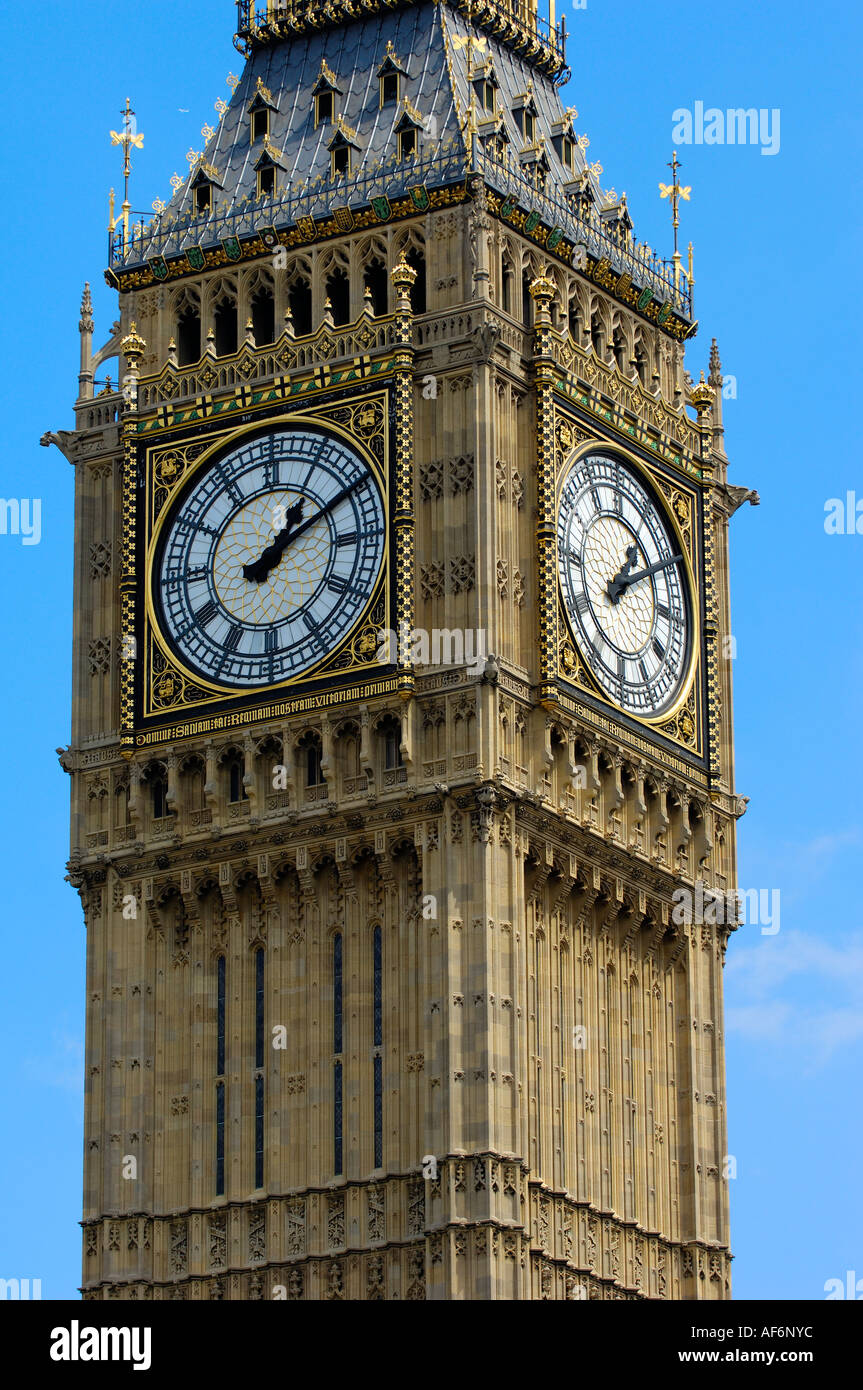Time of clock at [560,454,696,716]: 1:09
